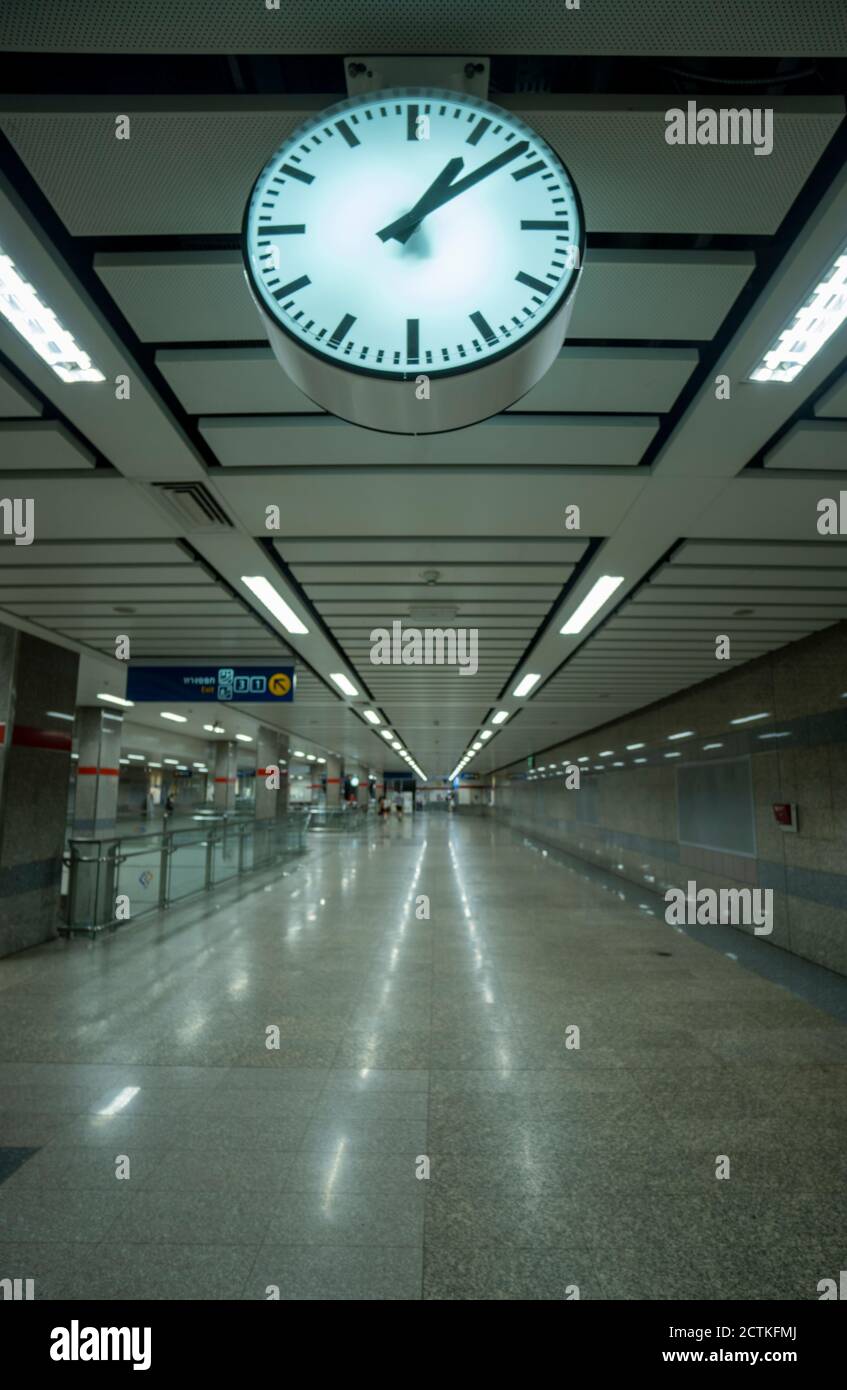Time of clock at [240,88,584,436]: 1:08
